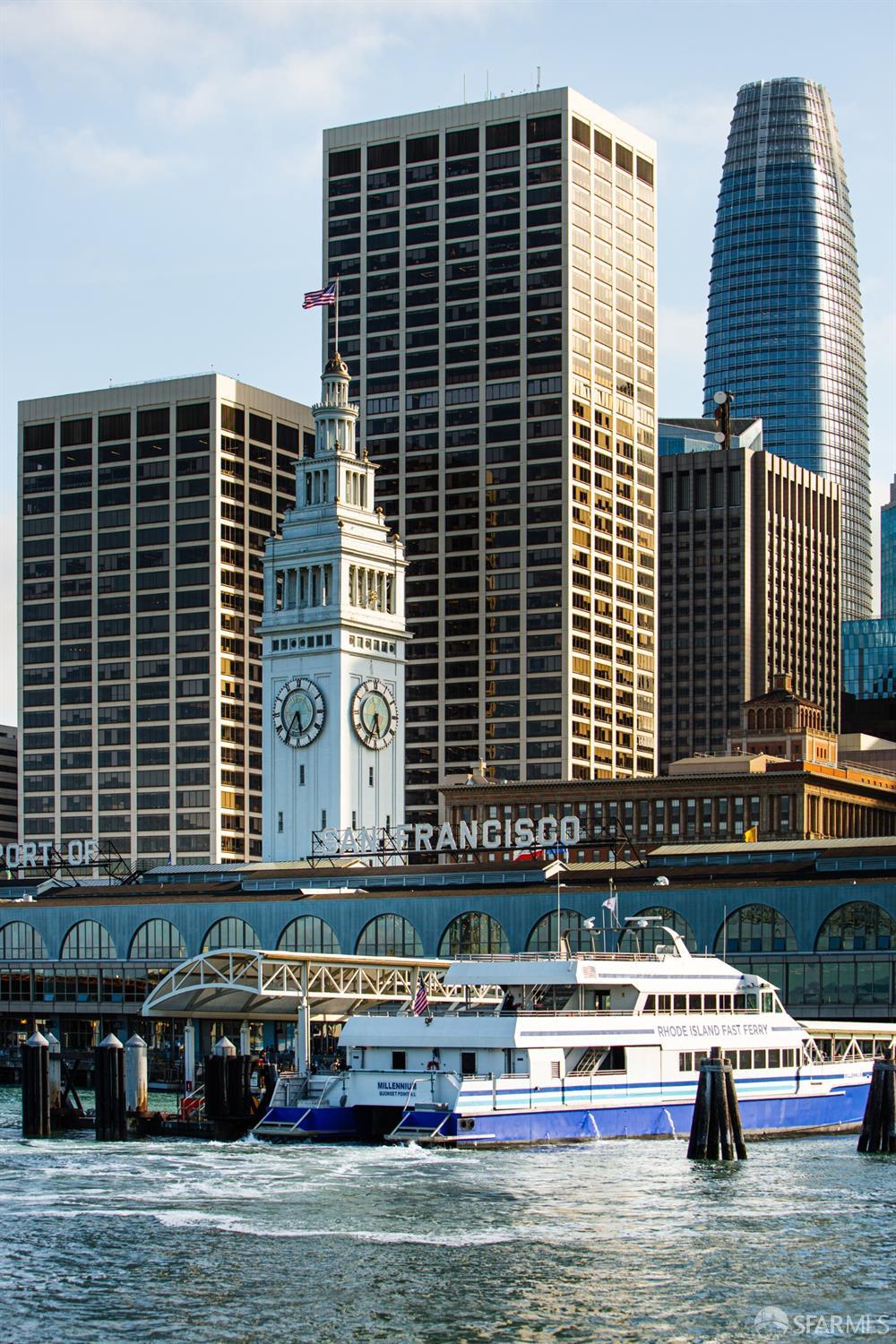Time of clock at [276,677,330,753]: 5:35
